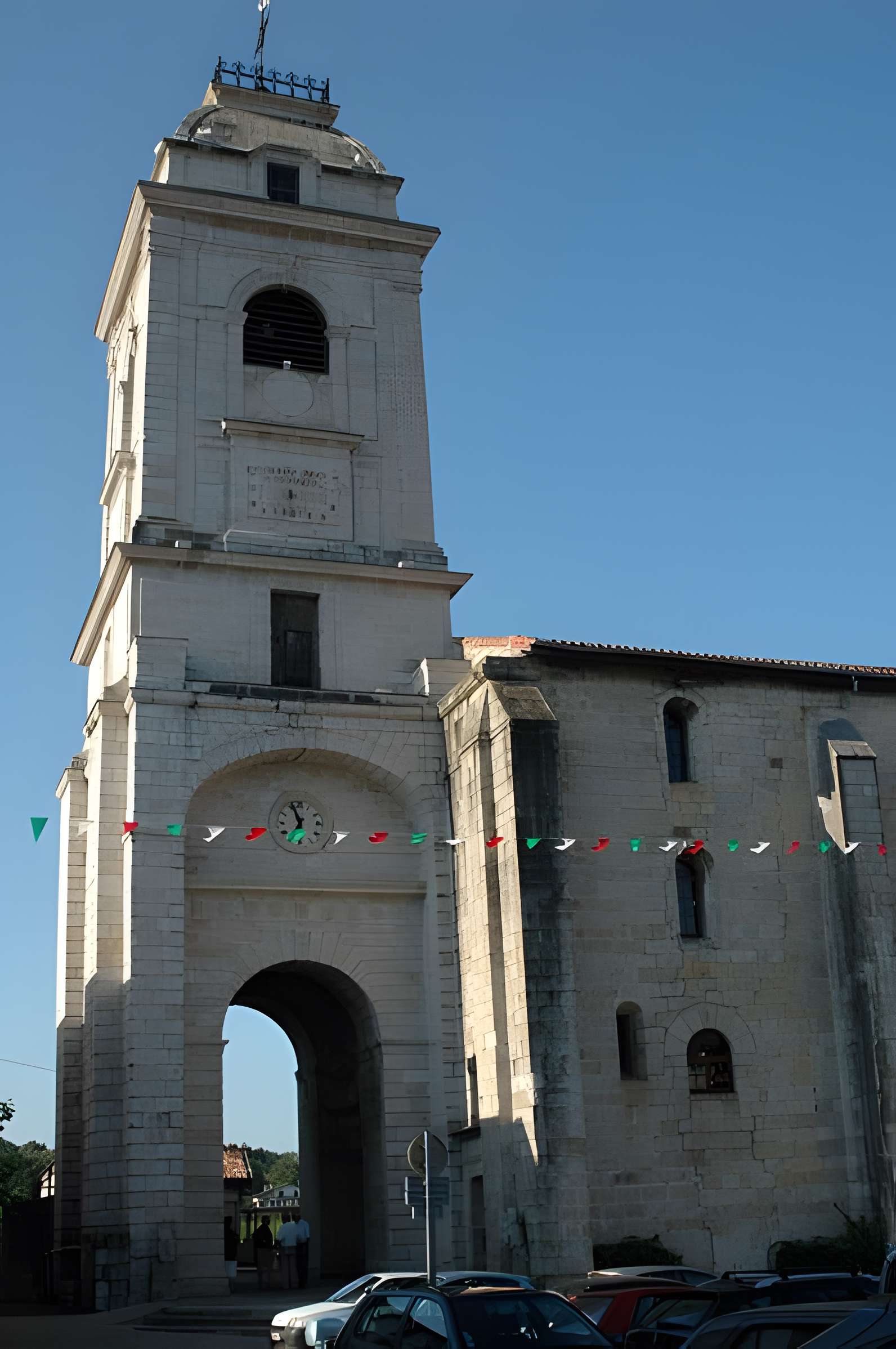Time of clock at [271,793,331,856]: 6:56
